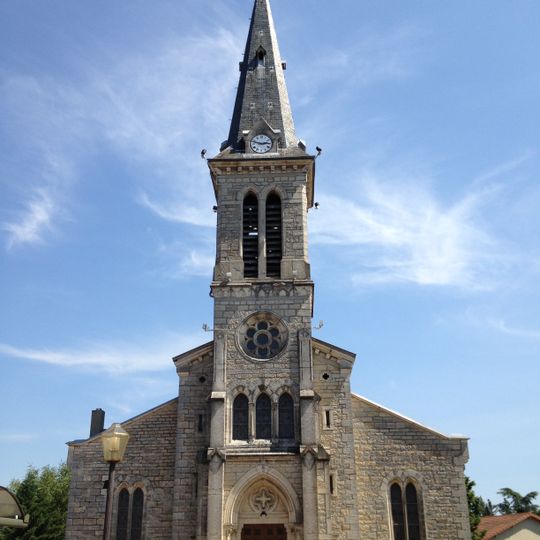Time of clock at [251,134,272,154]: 2:48
